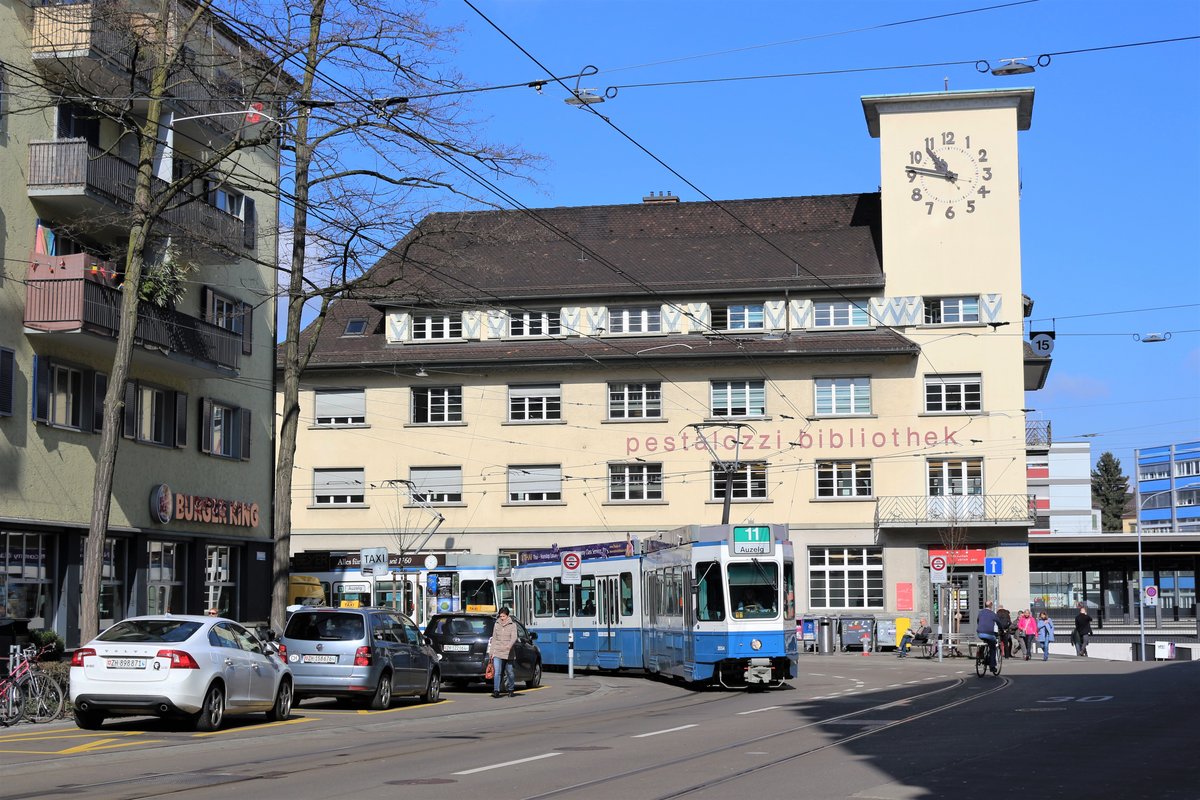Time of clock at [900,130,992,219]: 10:46
